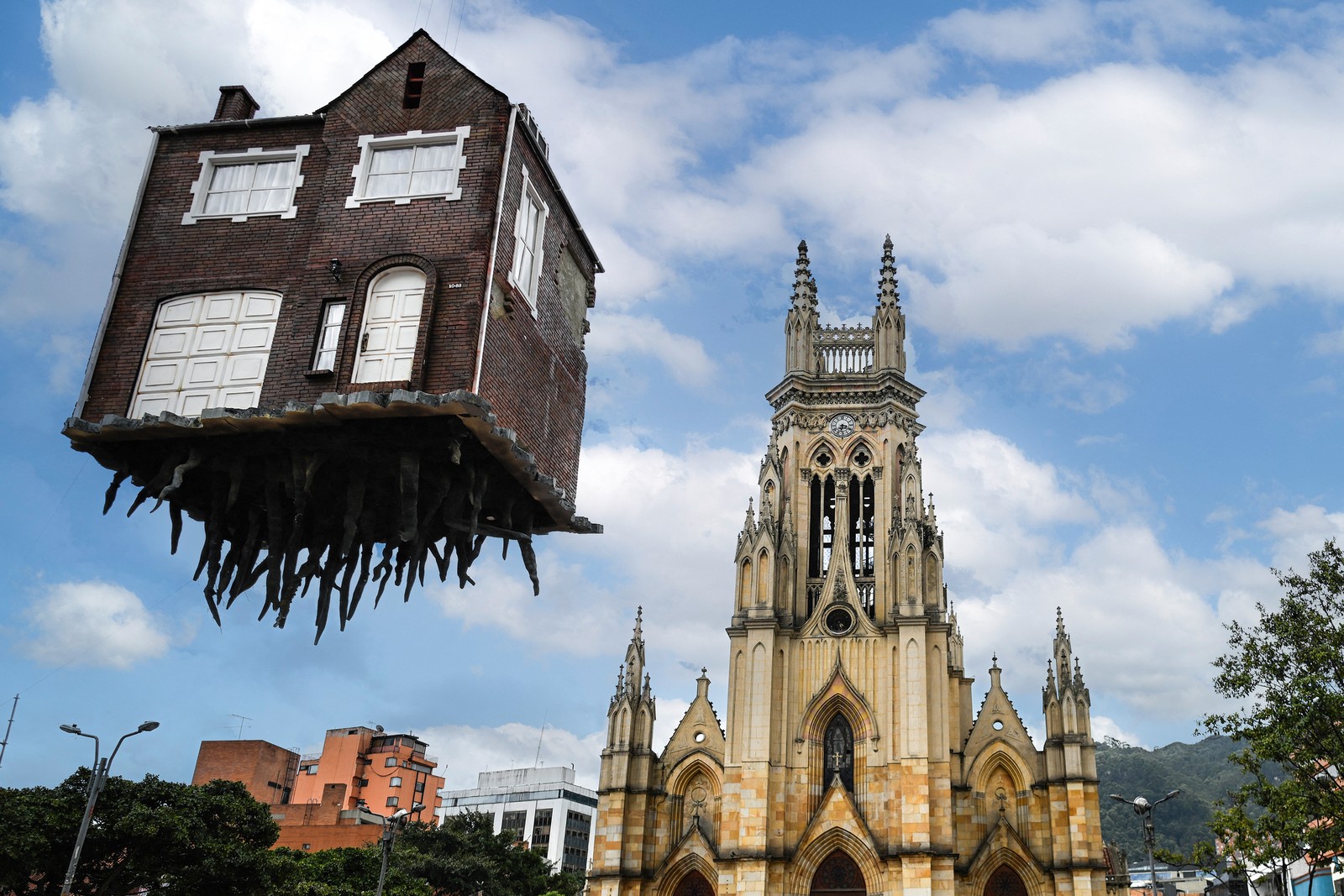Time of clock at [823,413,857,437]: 6:18
